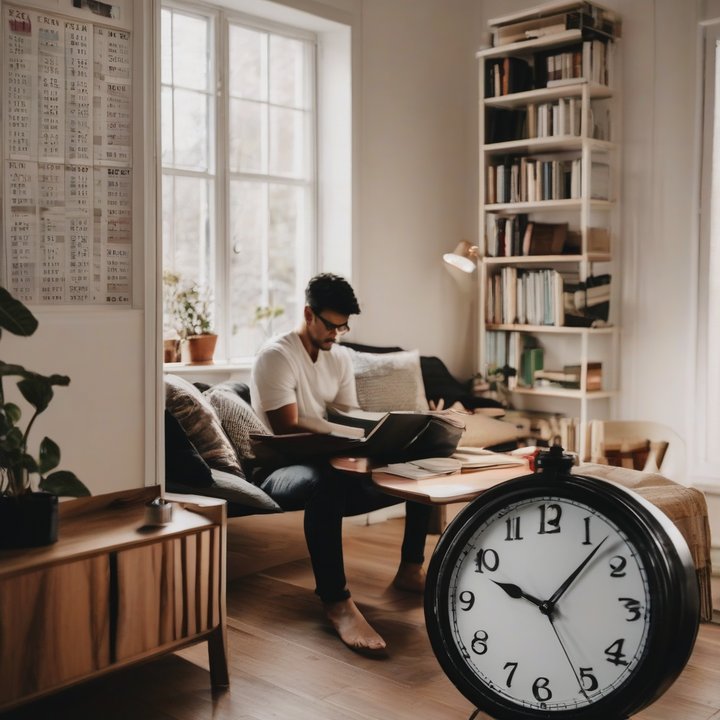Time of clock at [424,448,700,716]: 10:07
